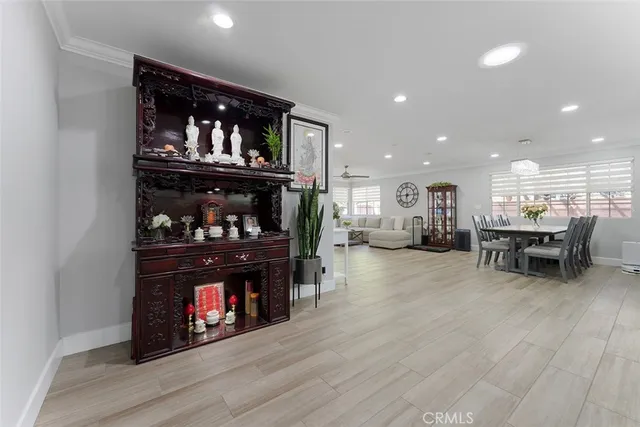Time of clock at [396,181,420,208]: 6:14
